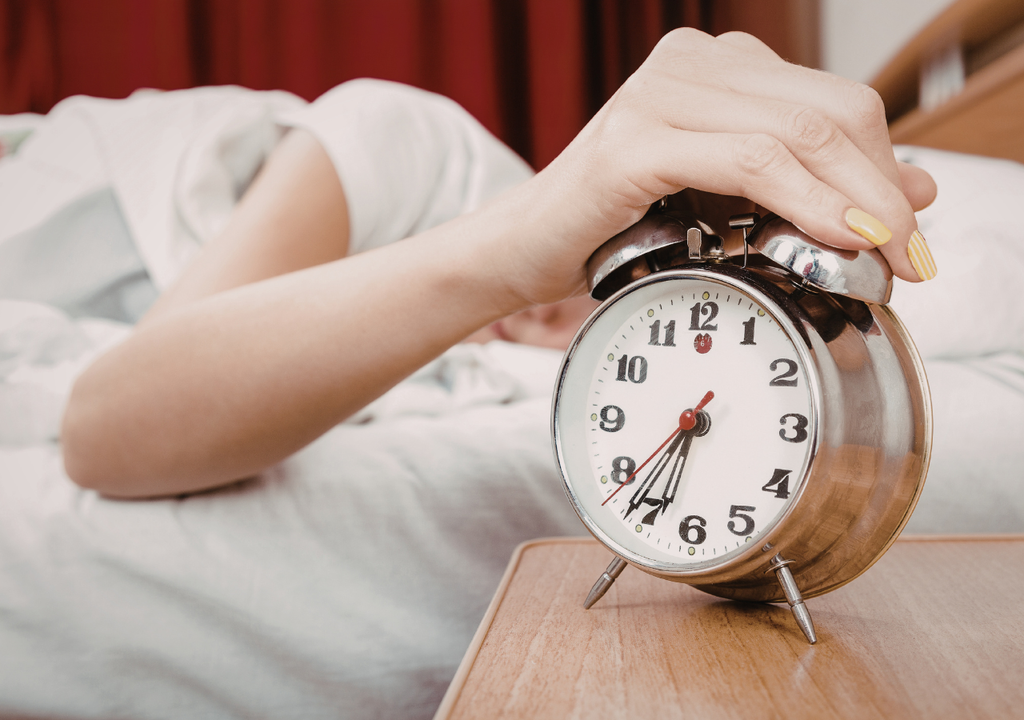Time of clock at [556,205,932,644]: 6:36
